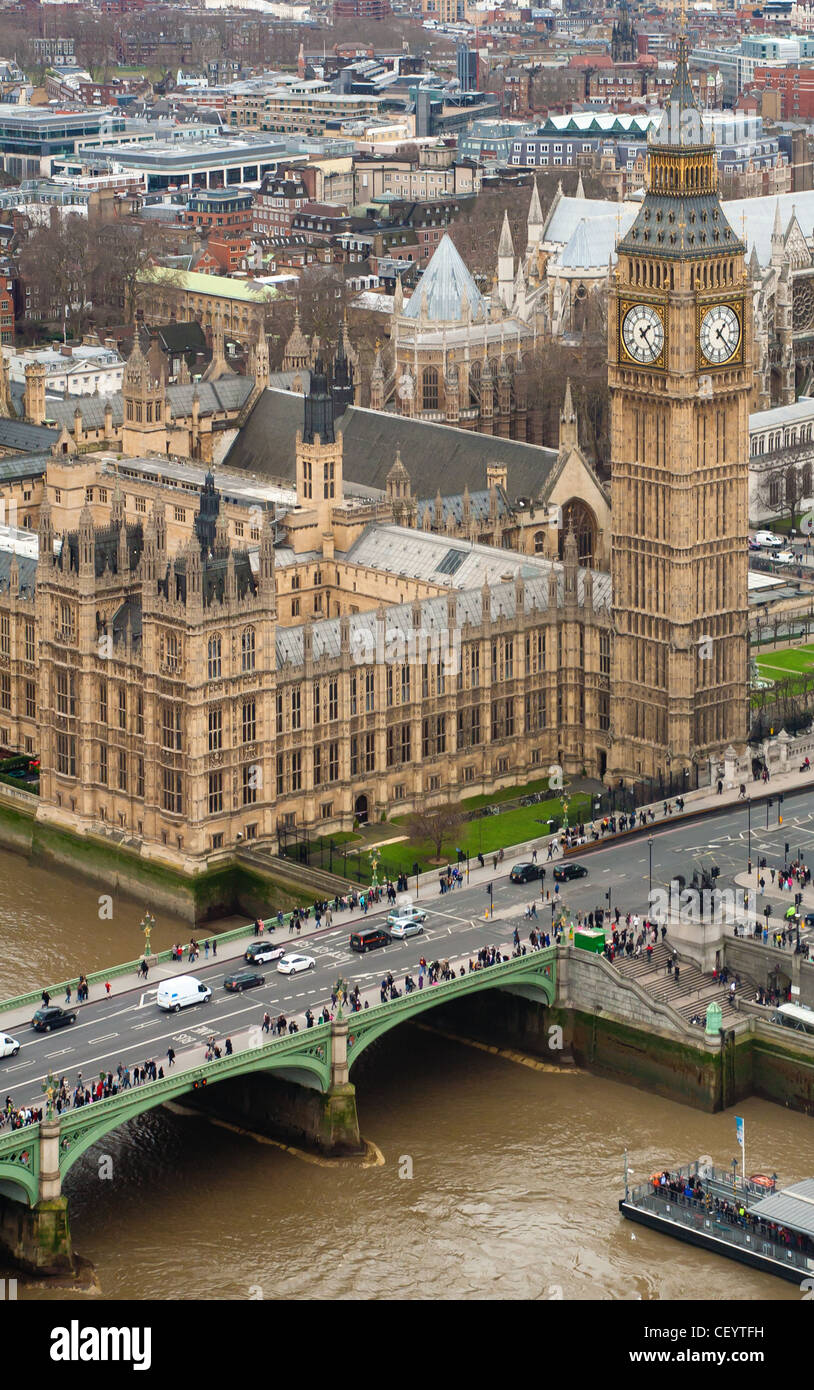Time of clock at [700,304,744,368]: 1:22
